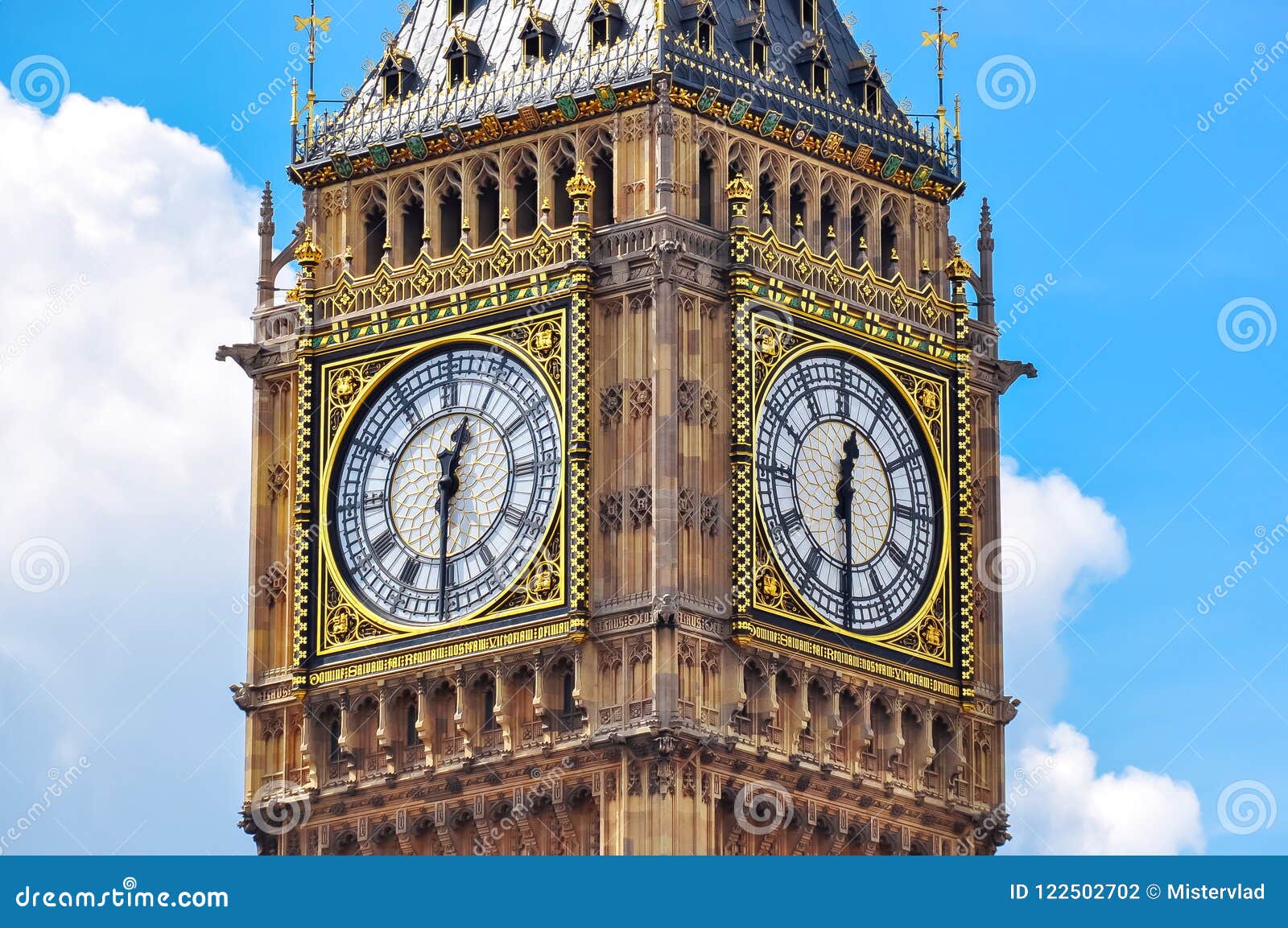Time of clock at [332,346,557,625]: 12:30
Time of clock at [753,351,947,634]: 12:29
